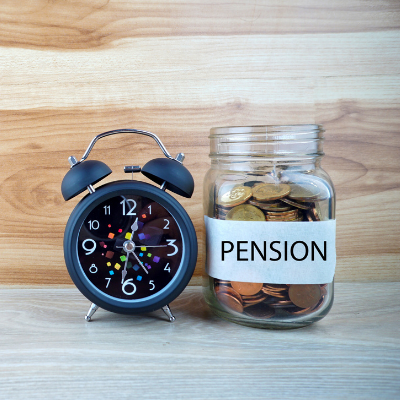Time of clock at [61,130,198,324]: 12:32
